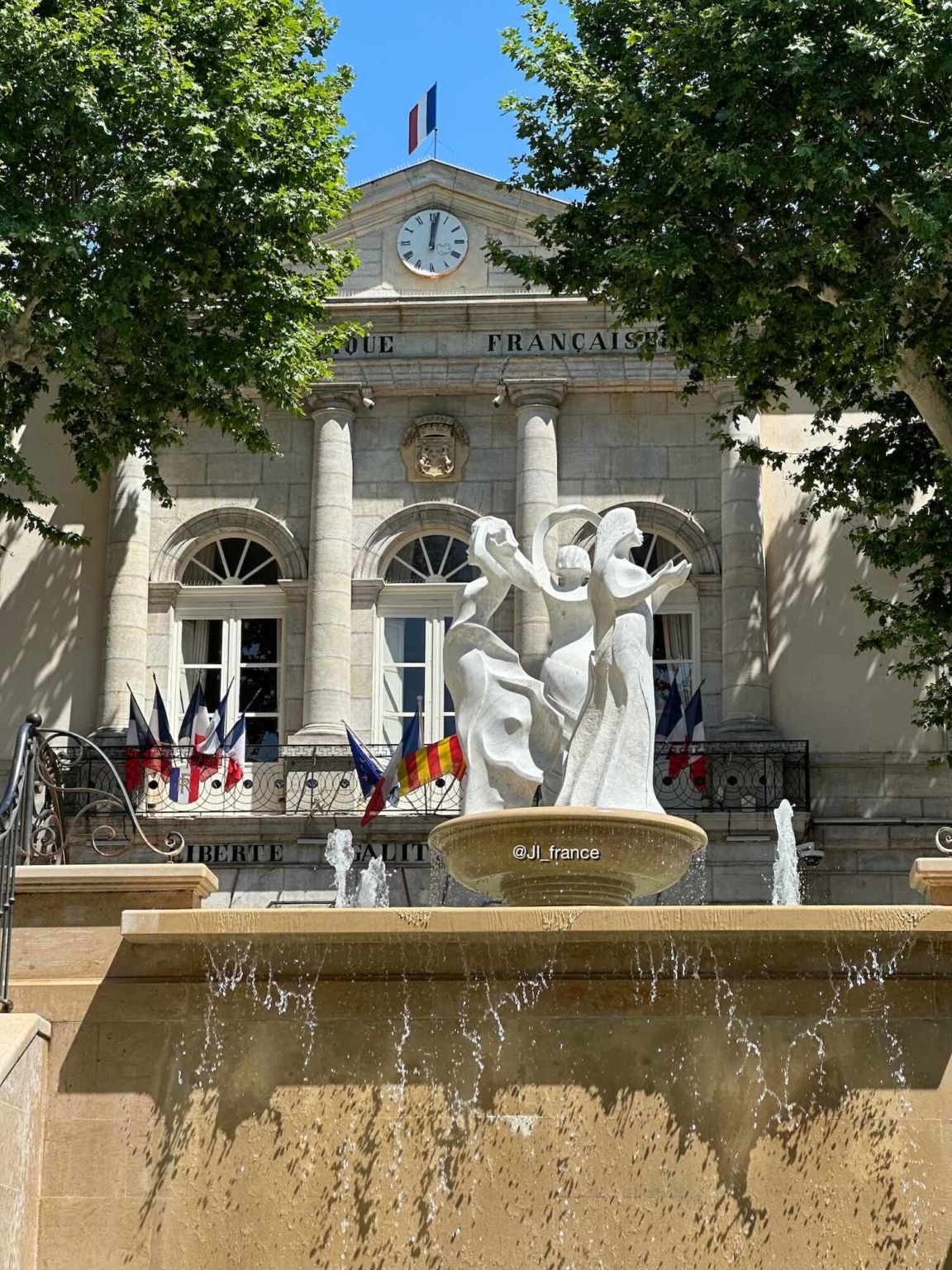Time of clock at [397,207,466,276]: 12:01
